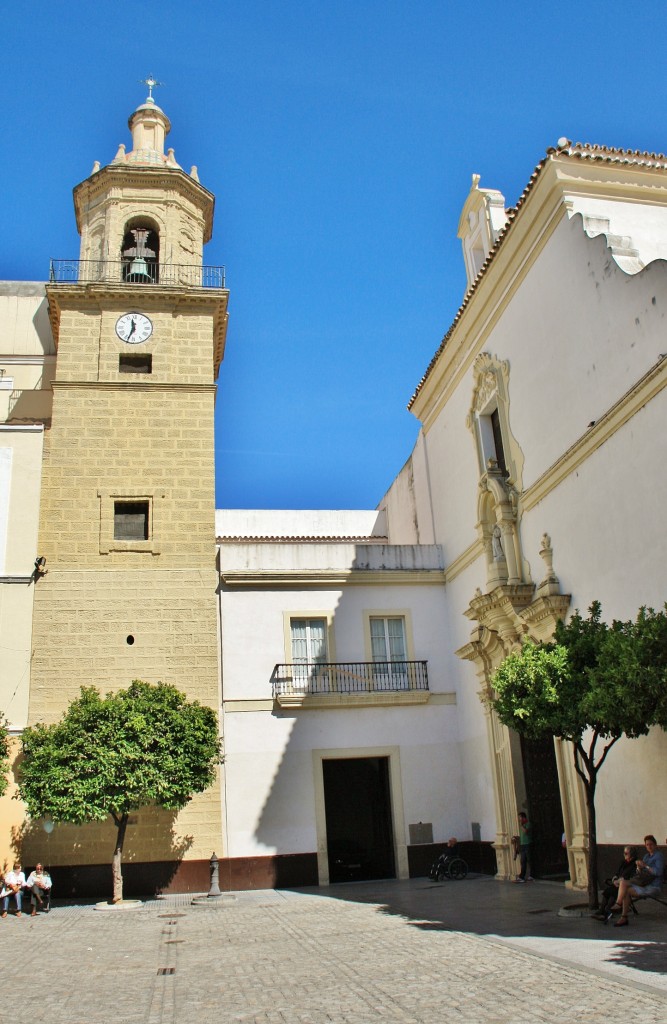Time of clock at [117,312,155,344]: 11:33
